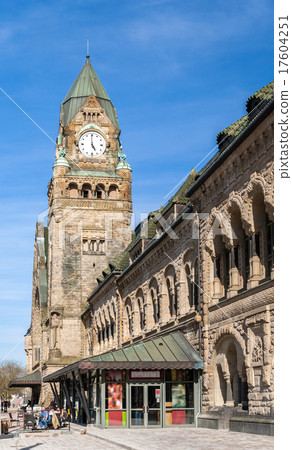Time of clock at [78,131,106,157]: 4:59
